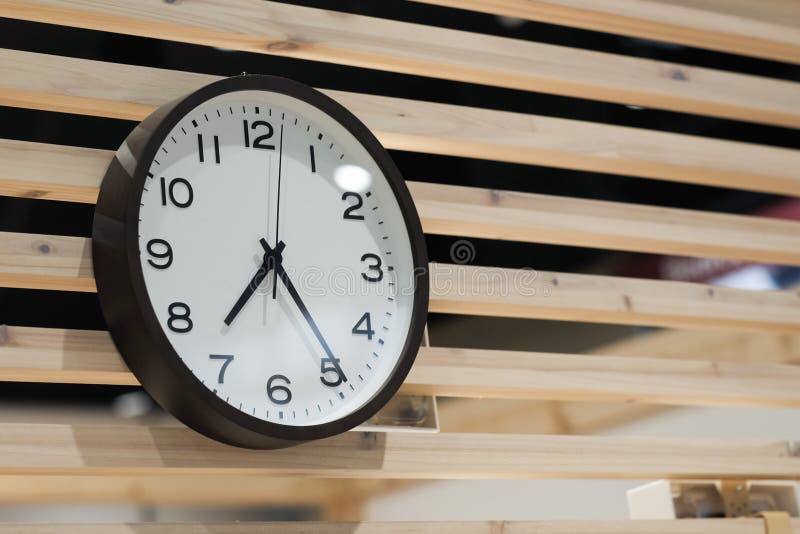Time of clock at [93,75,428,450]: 7:24
